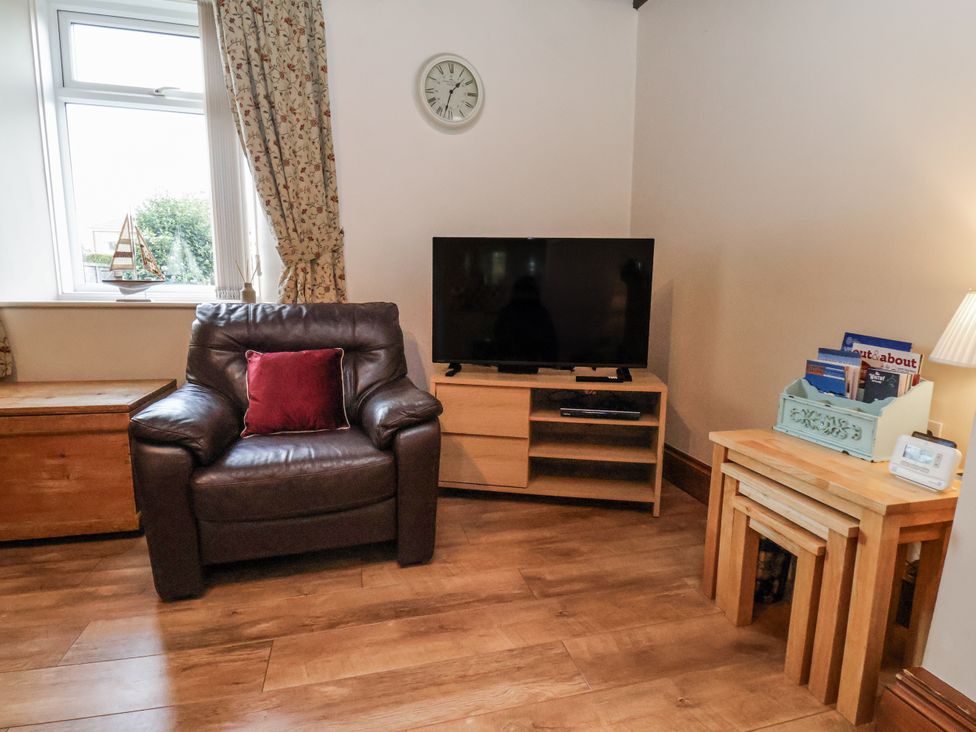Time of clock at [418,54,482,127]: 1:32
